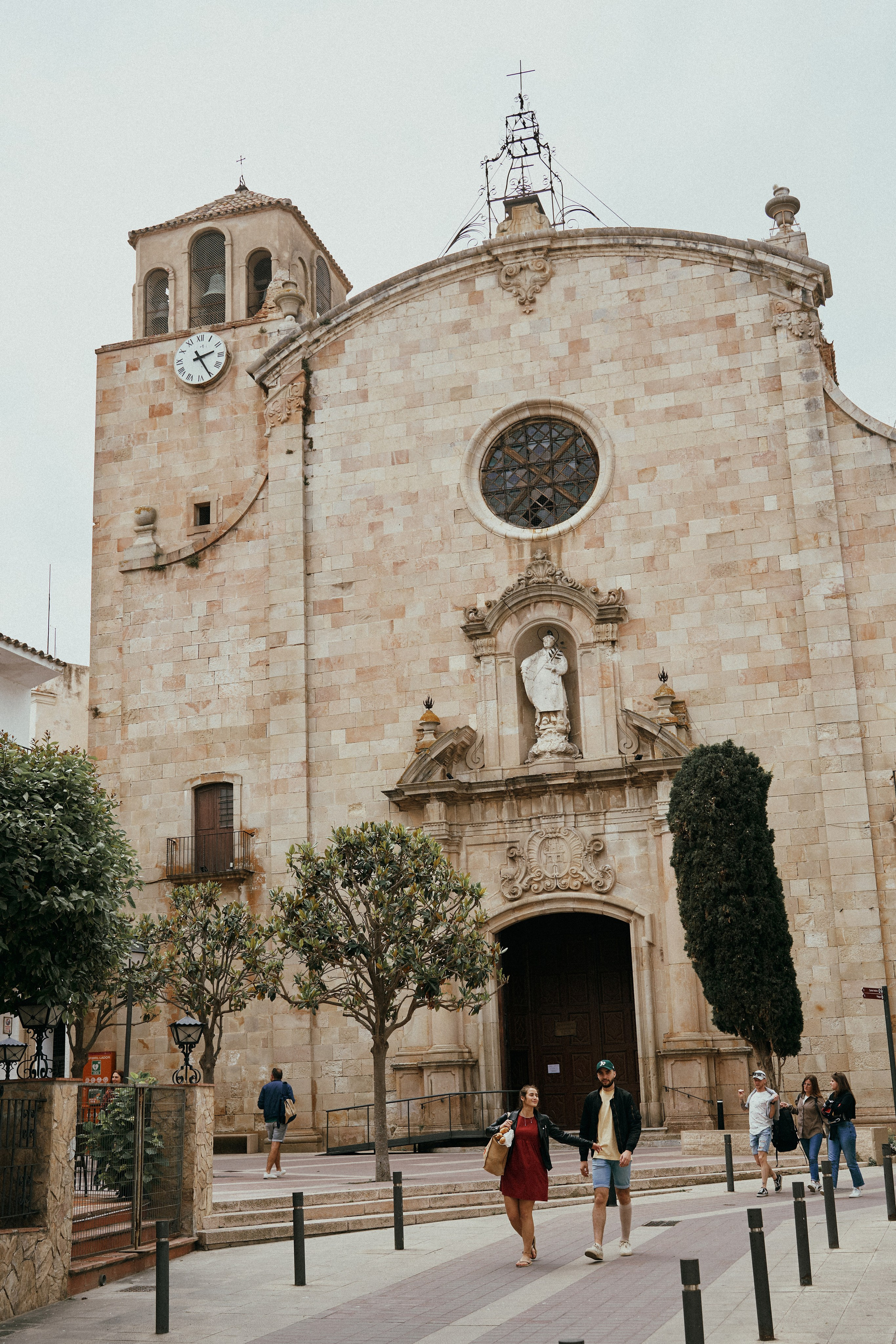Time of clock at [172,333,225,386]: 2:25
